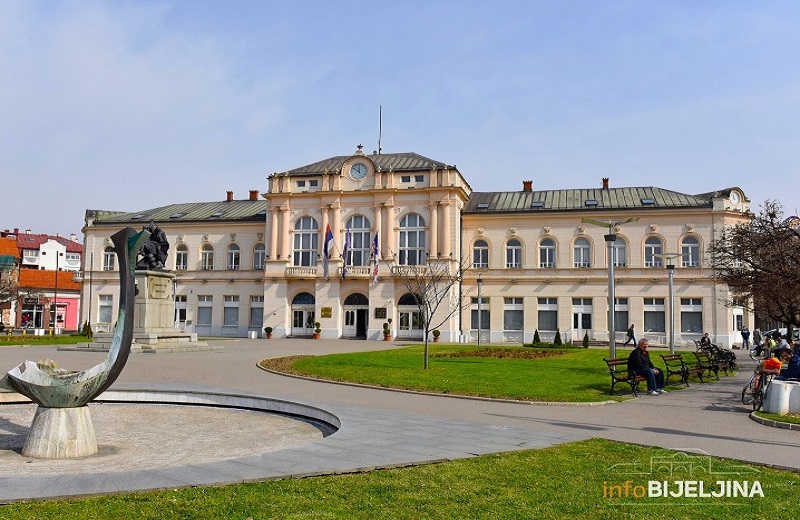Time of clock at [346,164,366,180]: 11:51
